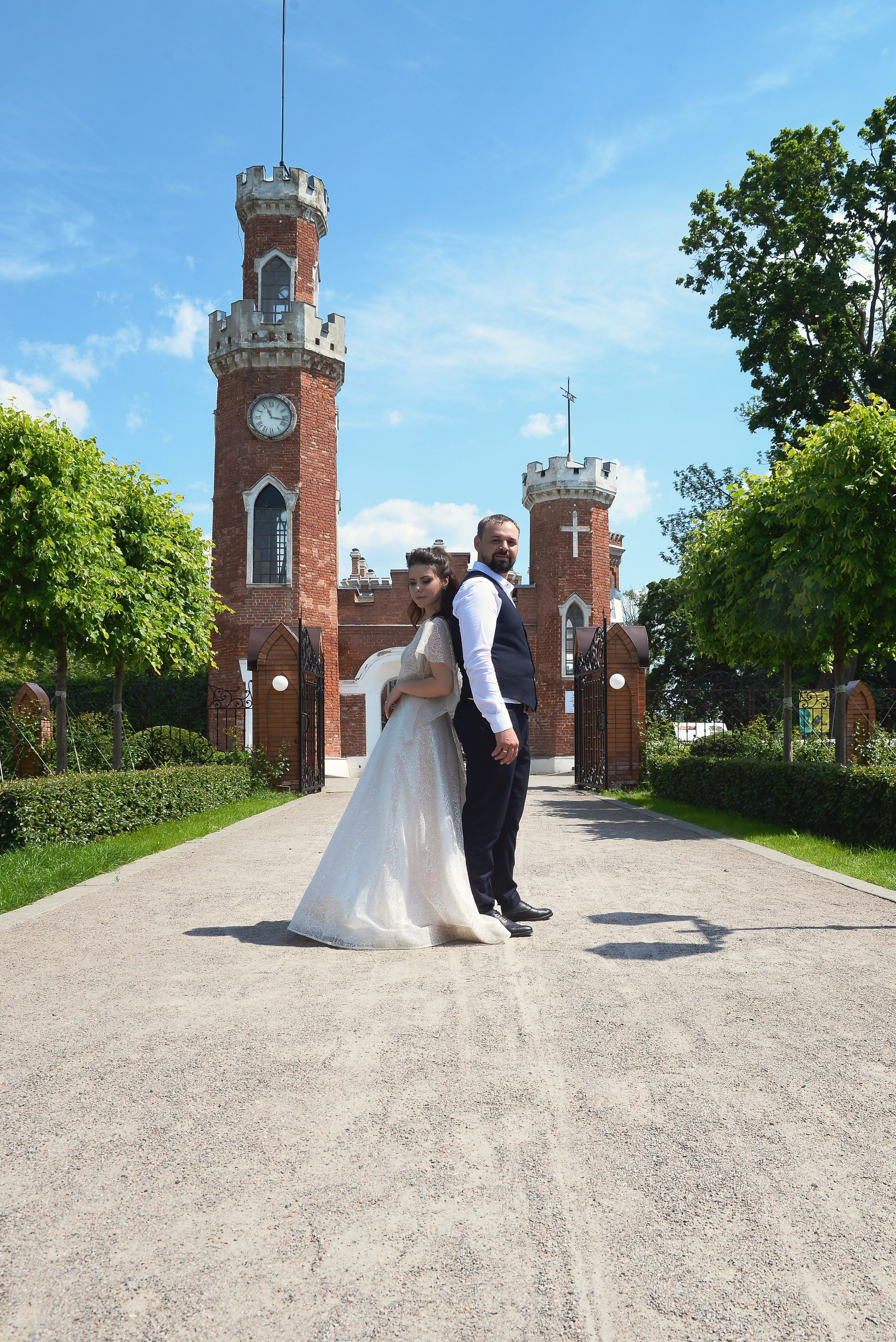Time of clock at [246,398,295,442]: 11:16
